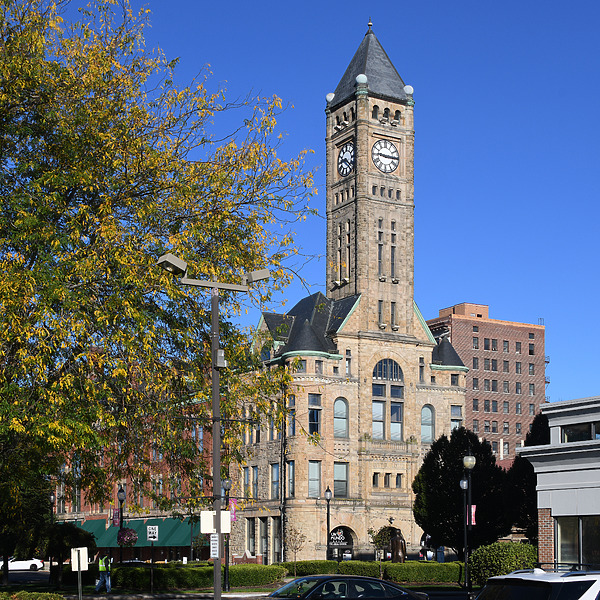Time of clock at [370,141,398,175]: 9:15
